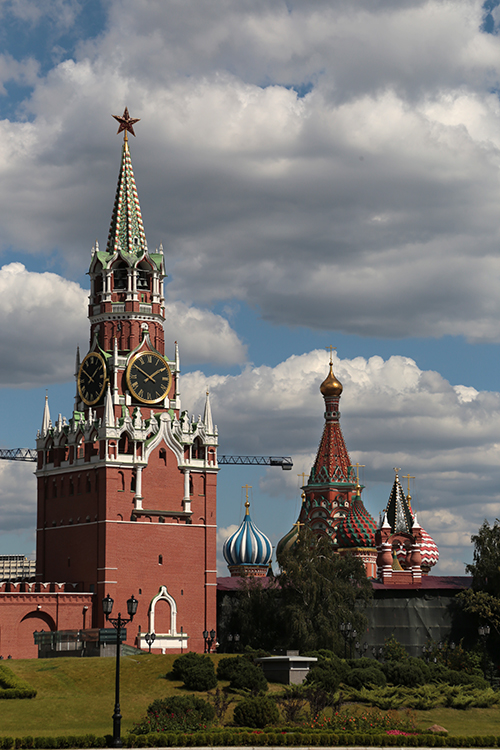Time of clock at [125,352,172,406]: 1:50
